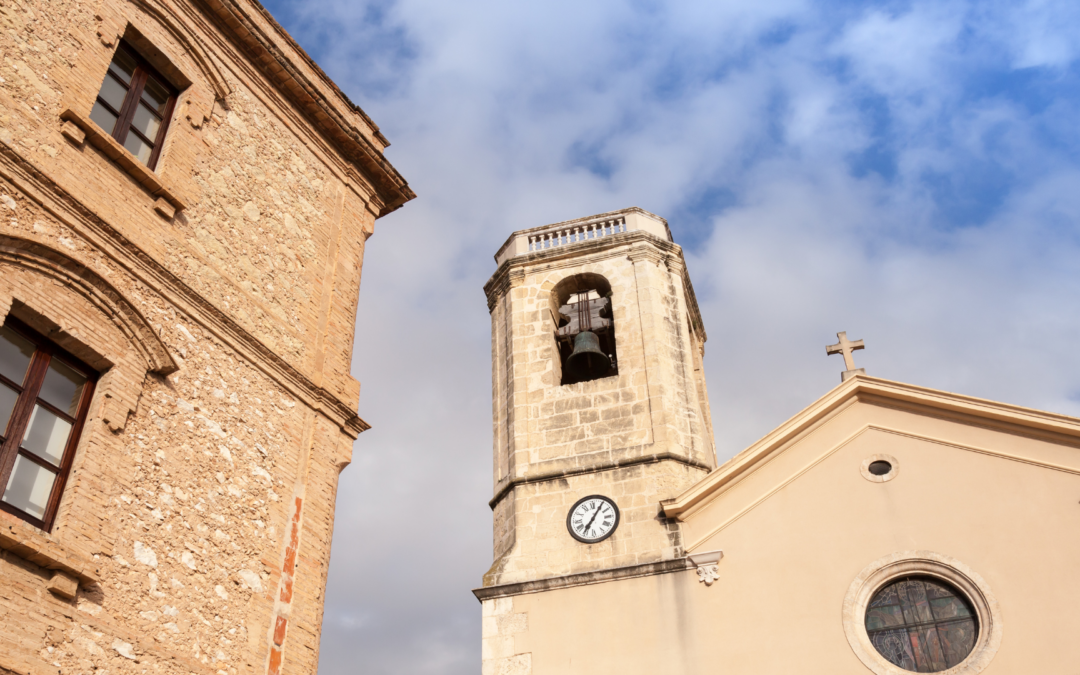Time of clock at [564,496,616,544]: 7:05
